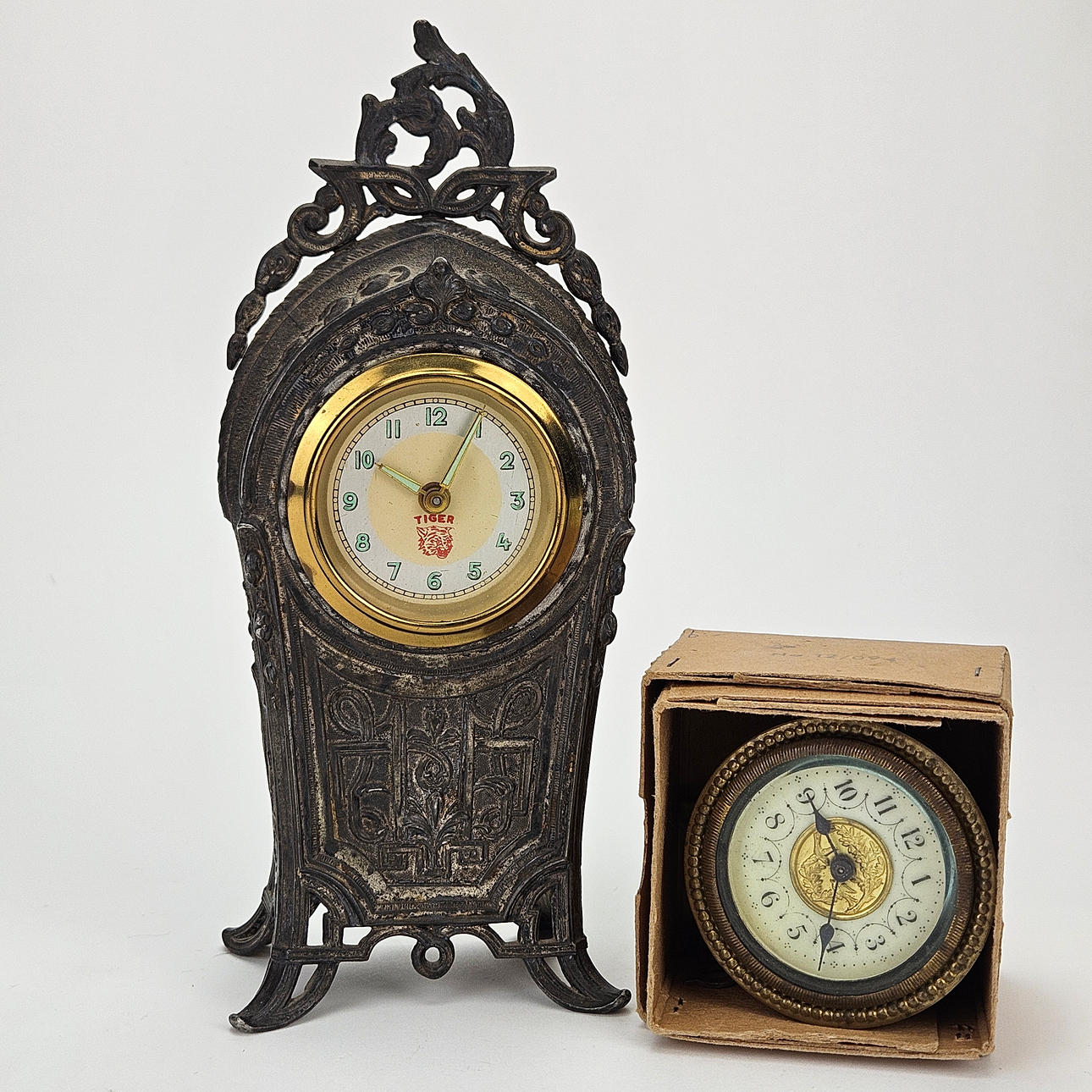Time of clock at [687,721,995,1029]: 11:31
